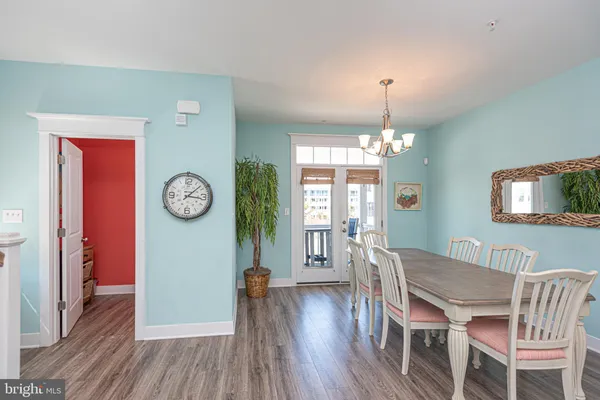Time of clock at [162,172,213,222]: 3:07
